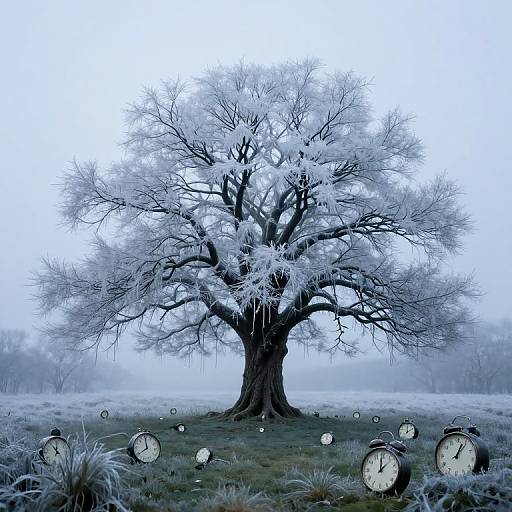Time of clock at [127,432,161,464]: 11:39
